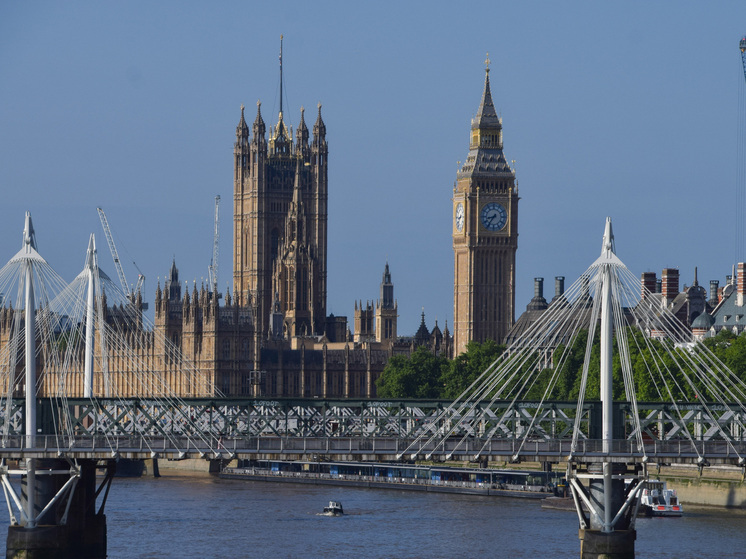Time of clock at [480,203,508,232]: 8:36
